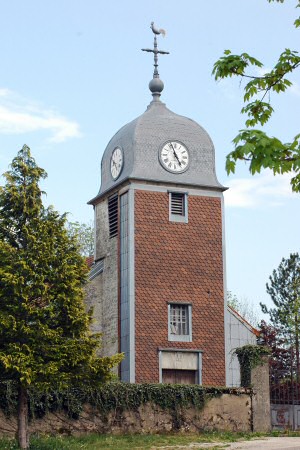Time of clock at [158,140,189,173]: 4:56
